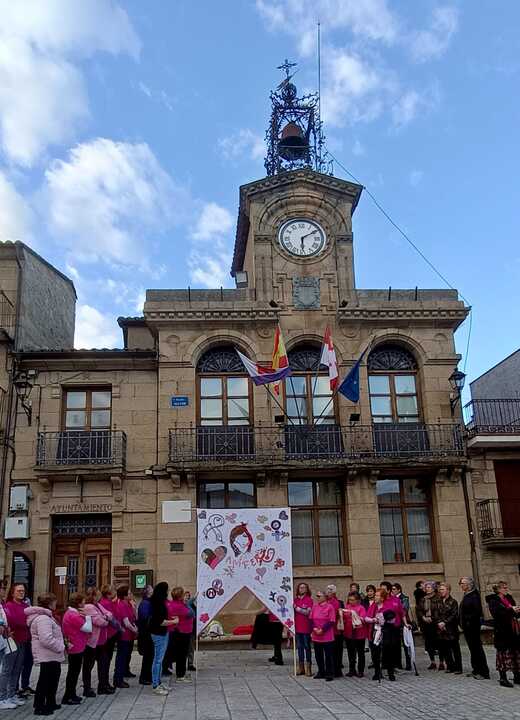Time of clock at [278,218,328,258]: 6:09
